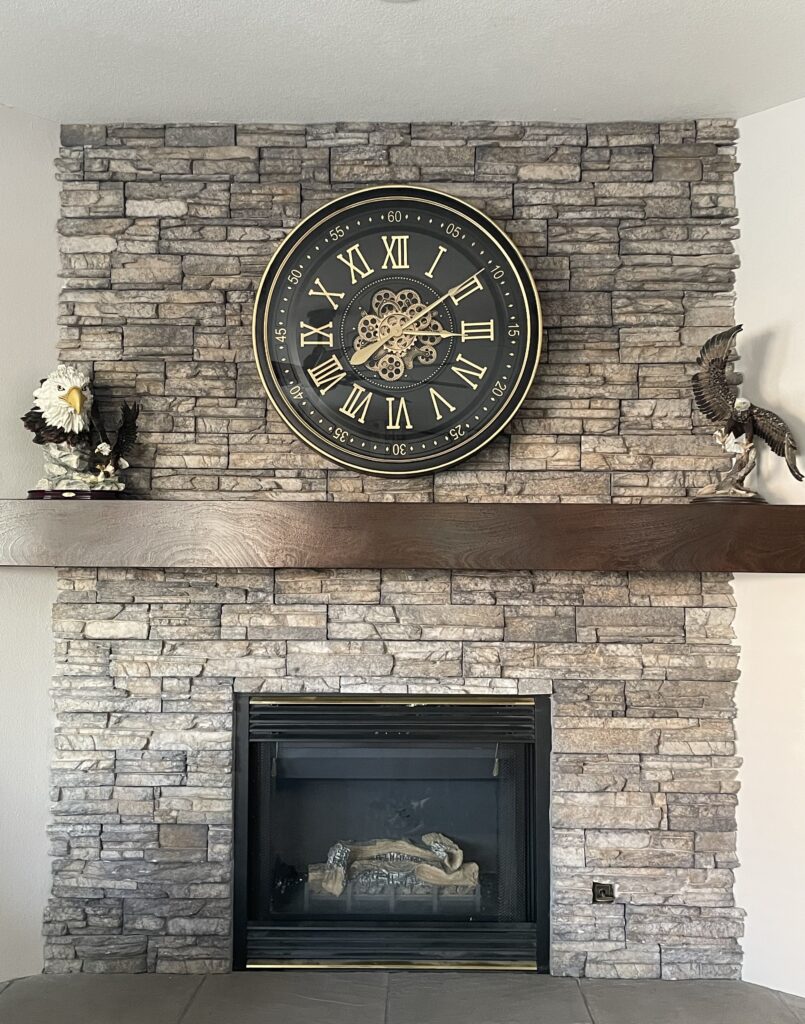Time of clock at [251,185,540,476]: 3:09
